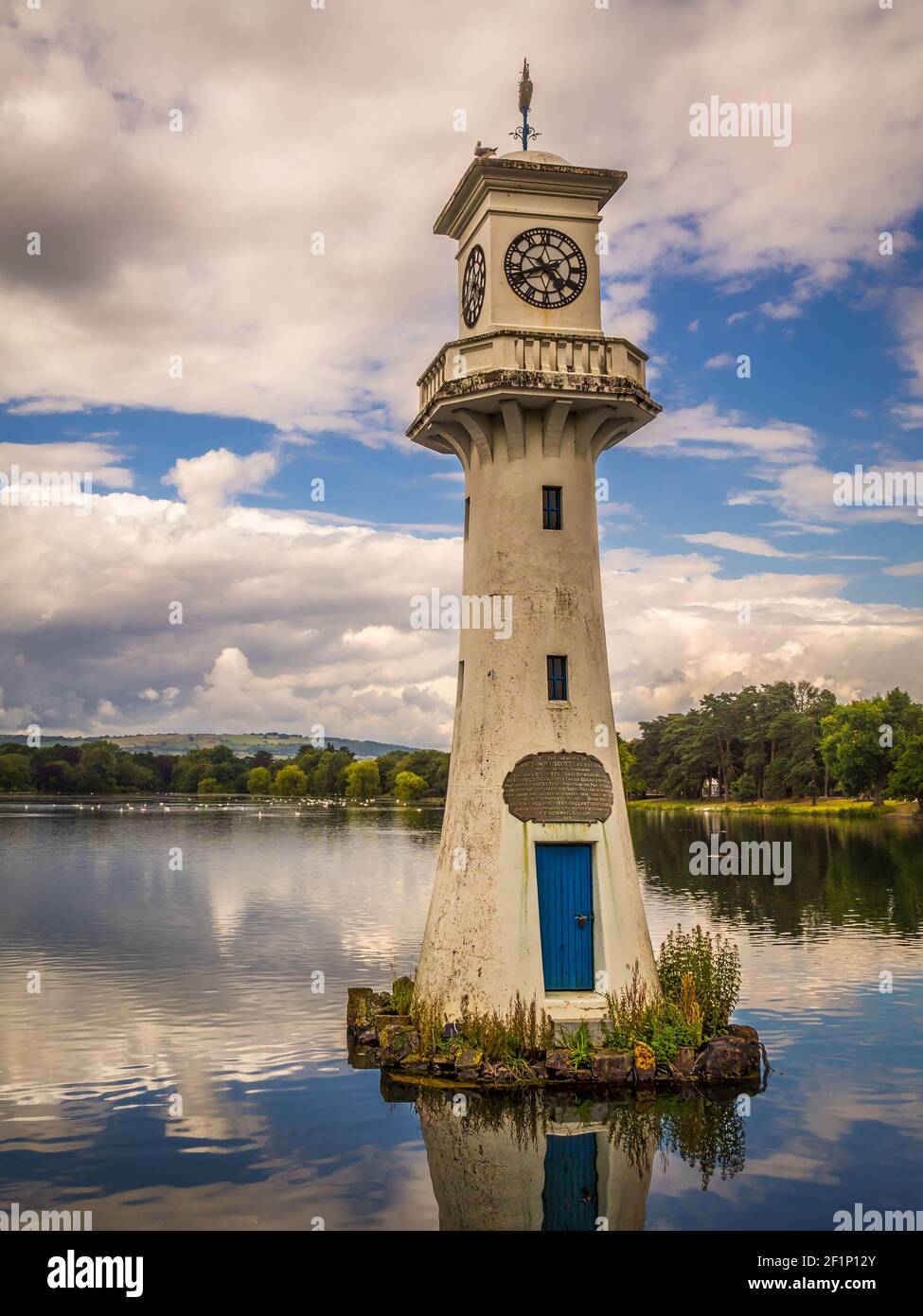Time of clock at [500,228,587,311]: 4:42
